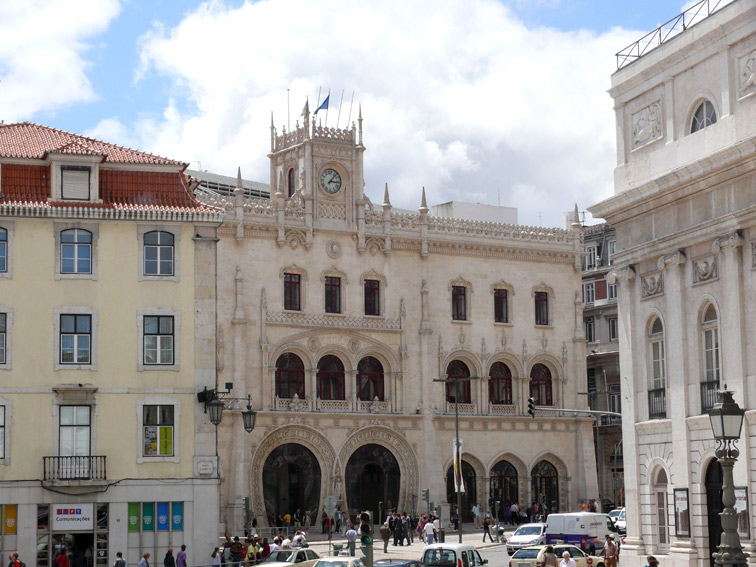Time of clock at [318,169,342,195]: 3:07
